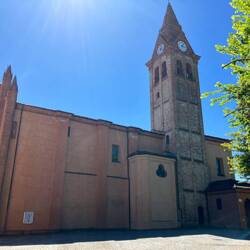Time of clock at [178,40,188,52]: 4:07
